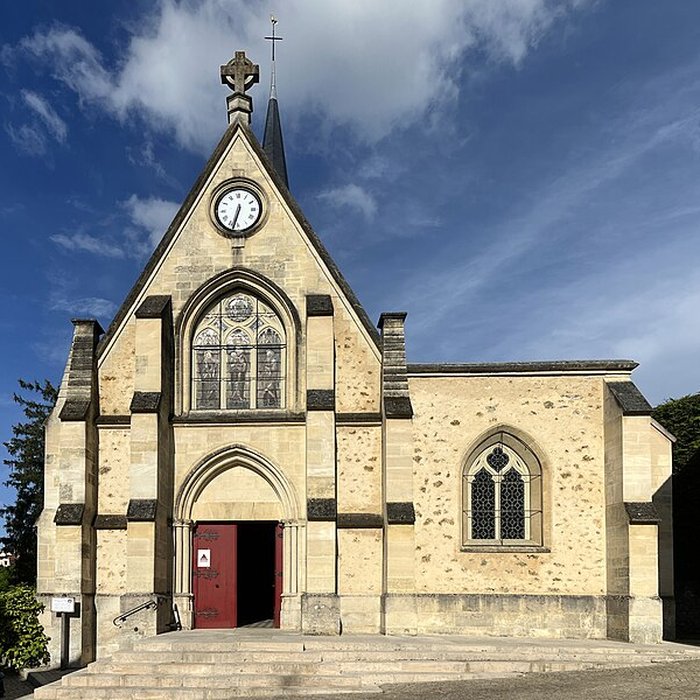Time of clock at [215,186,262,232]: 6:32
